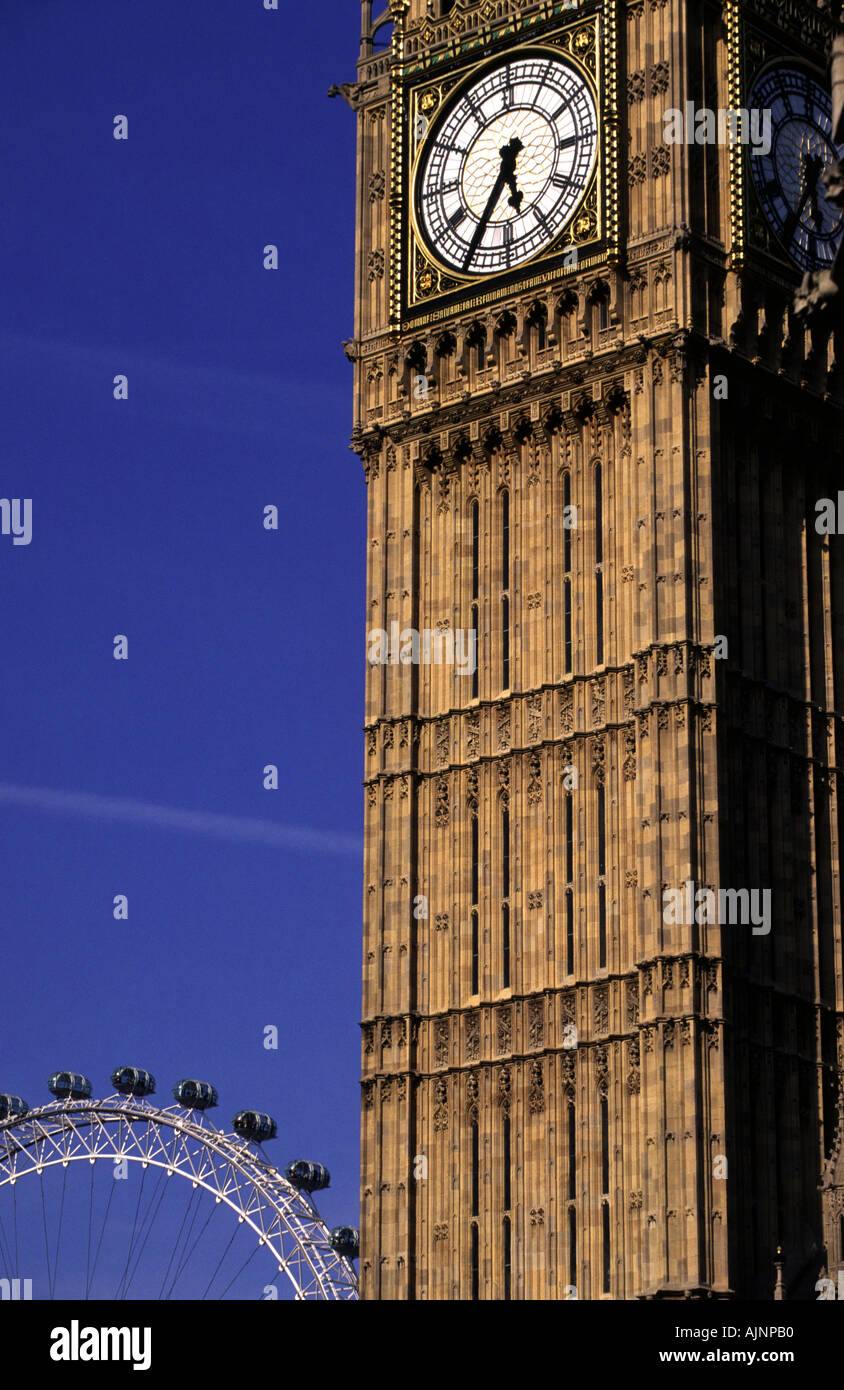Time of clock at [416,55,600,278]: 5:35
